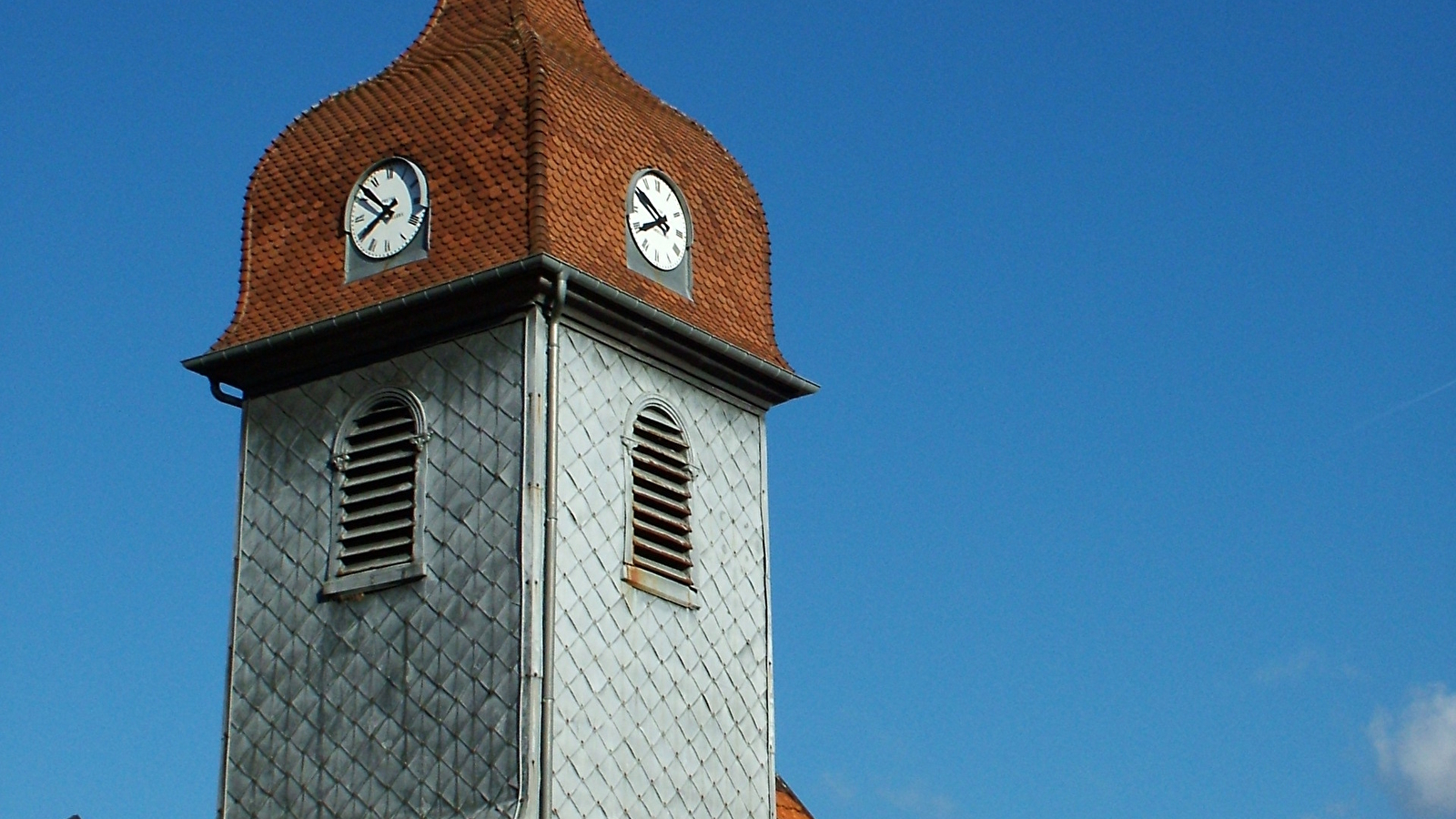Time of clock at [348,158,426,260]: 7:51
